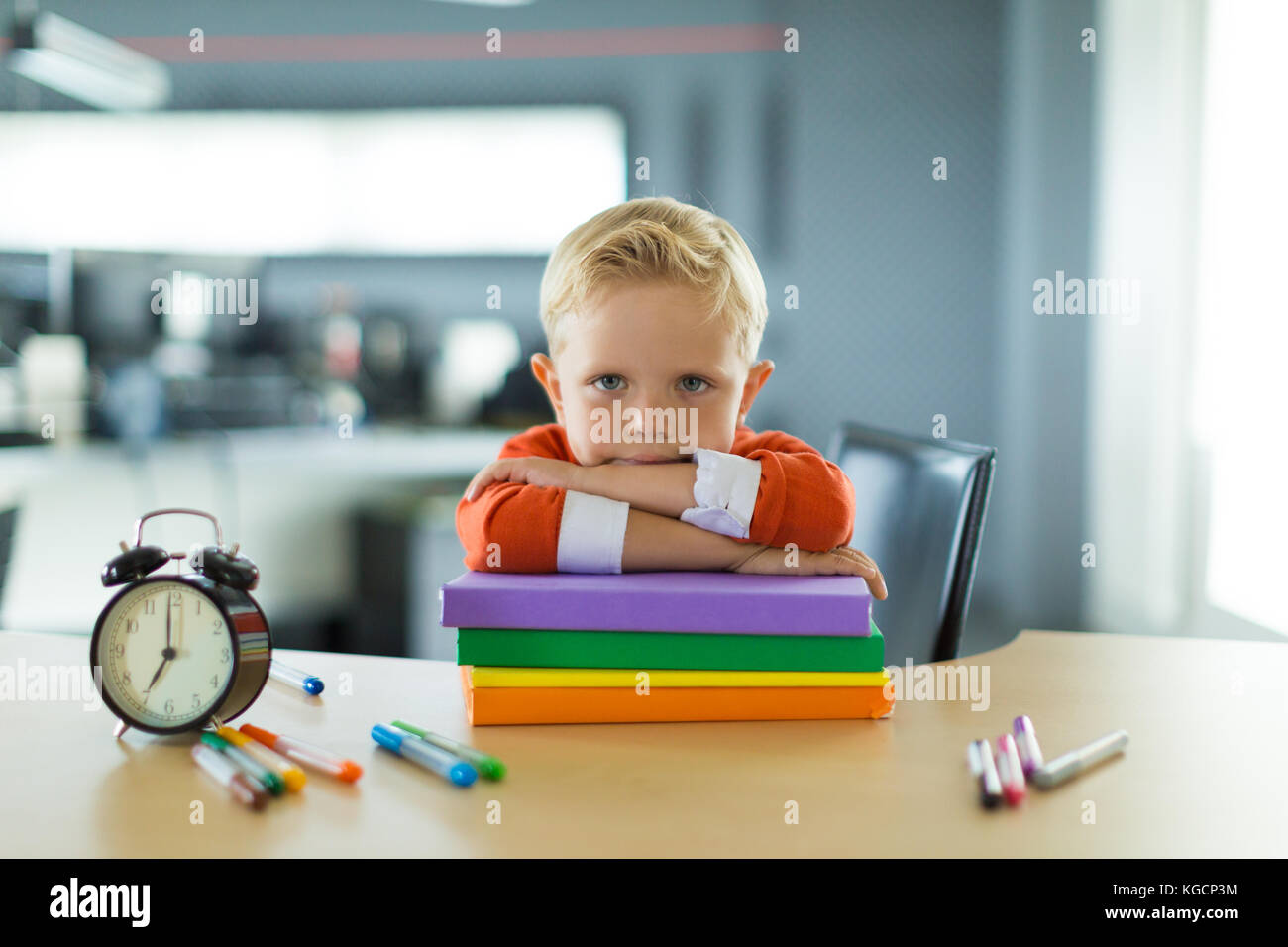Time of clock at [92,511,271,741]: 7:00
